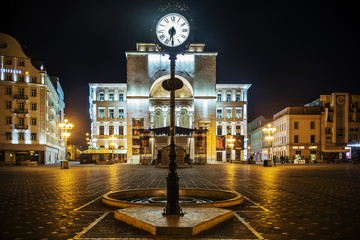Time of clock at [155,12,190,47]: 6:29
